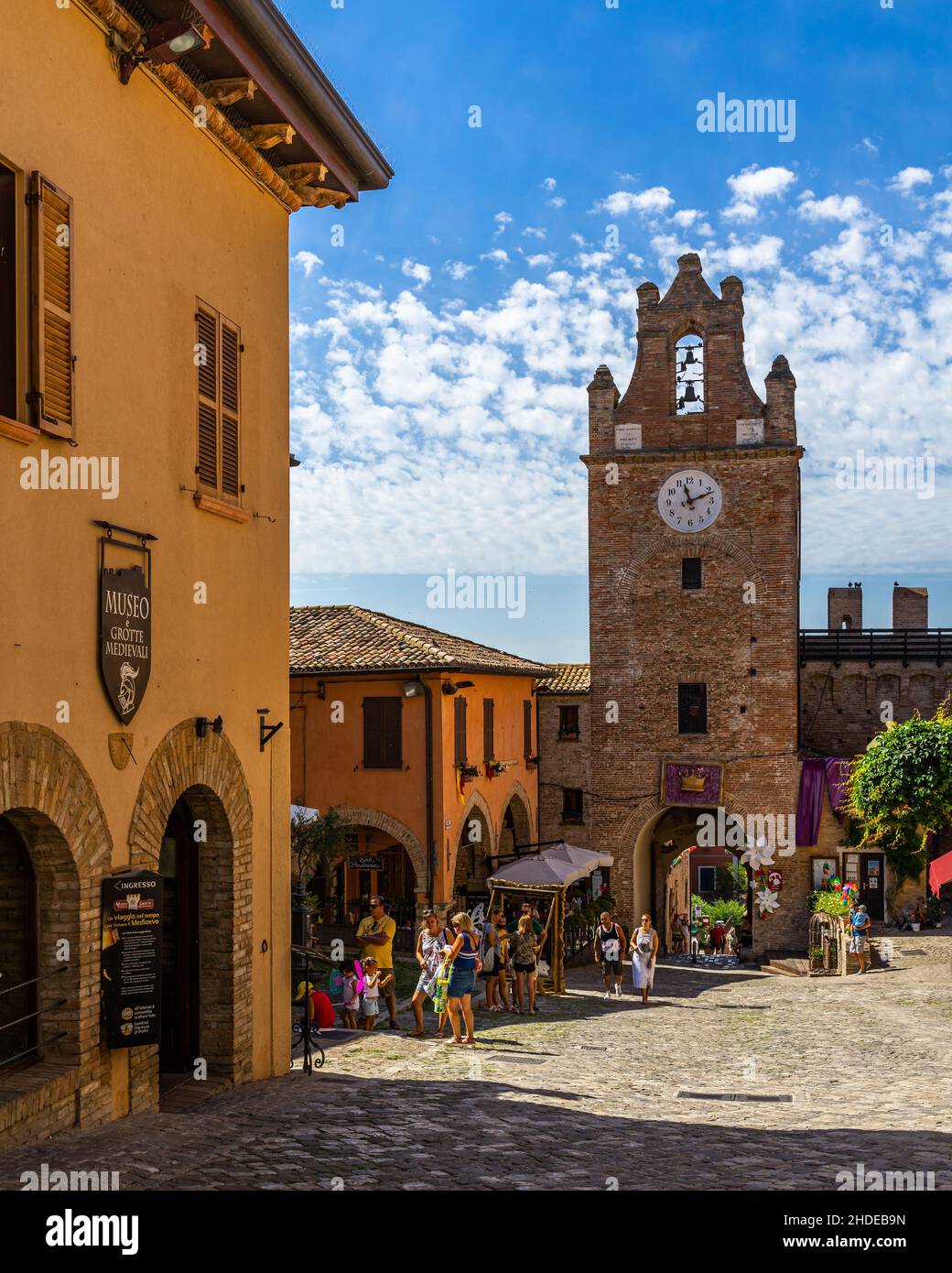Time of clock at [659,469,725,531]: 11:11
